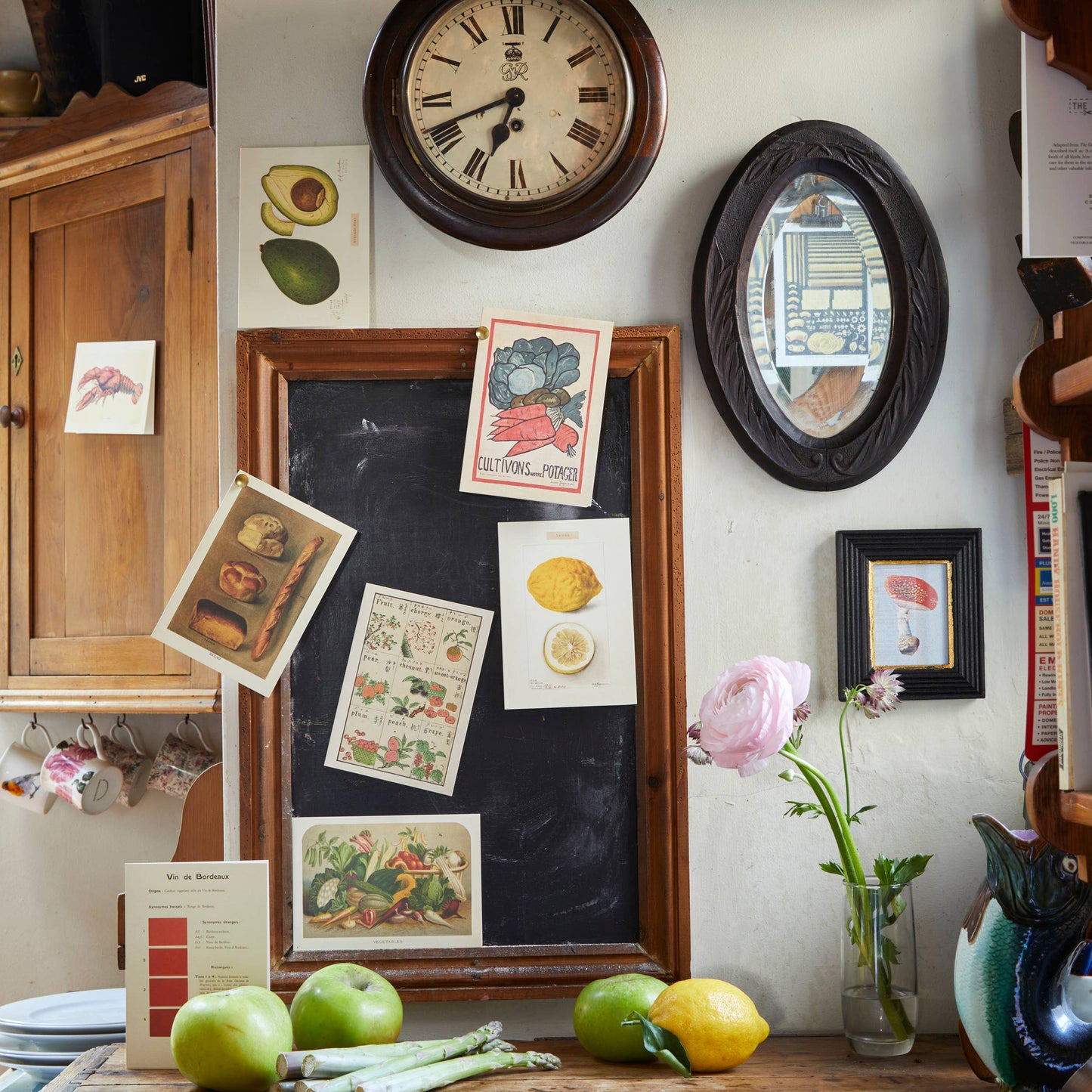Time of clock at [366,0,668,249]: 6:41
